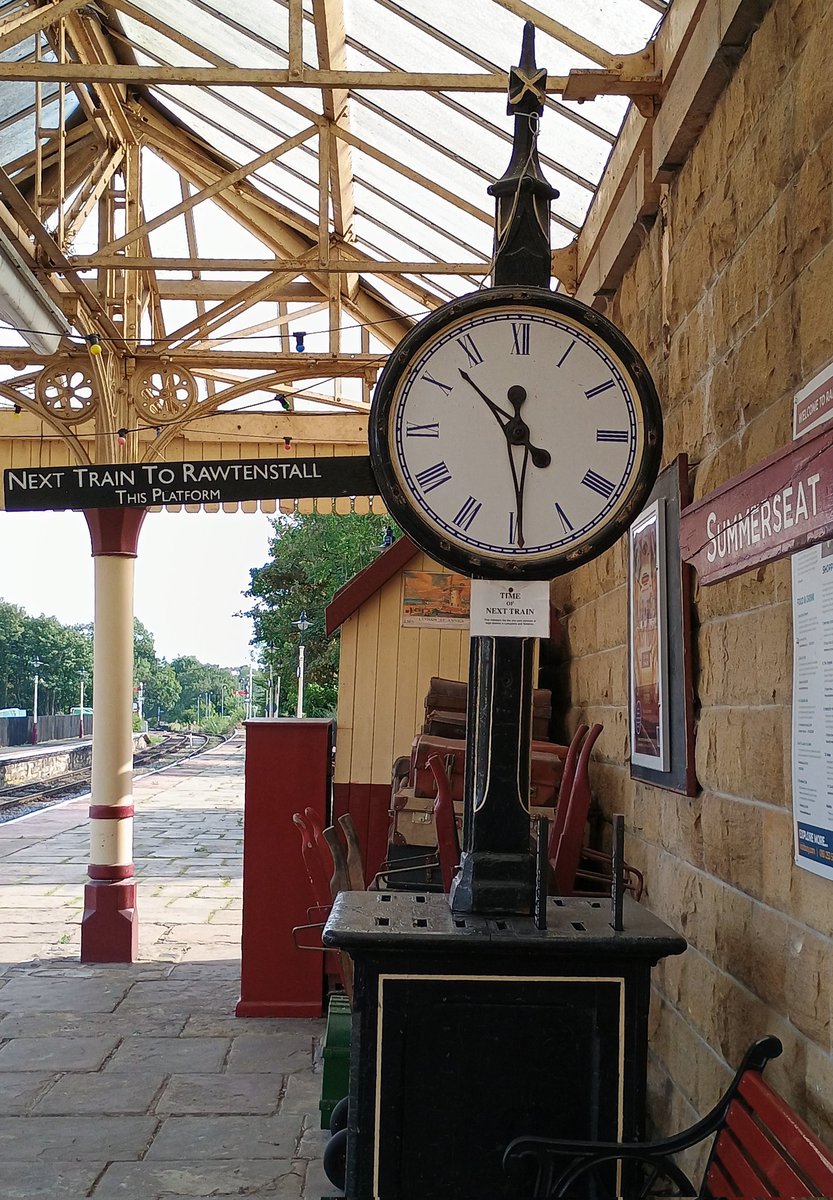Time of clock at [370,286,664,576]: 11:52
